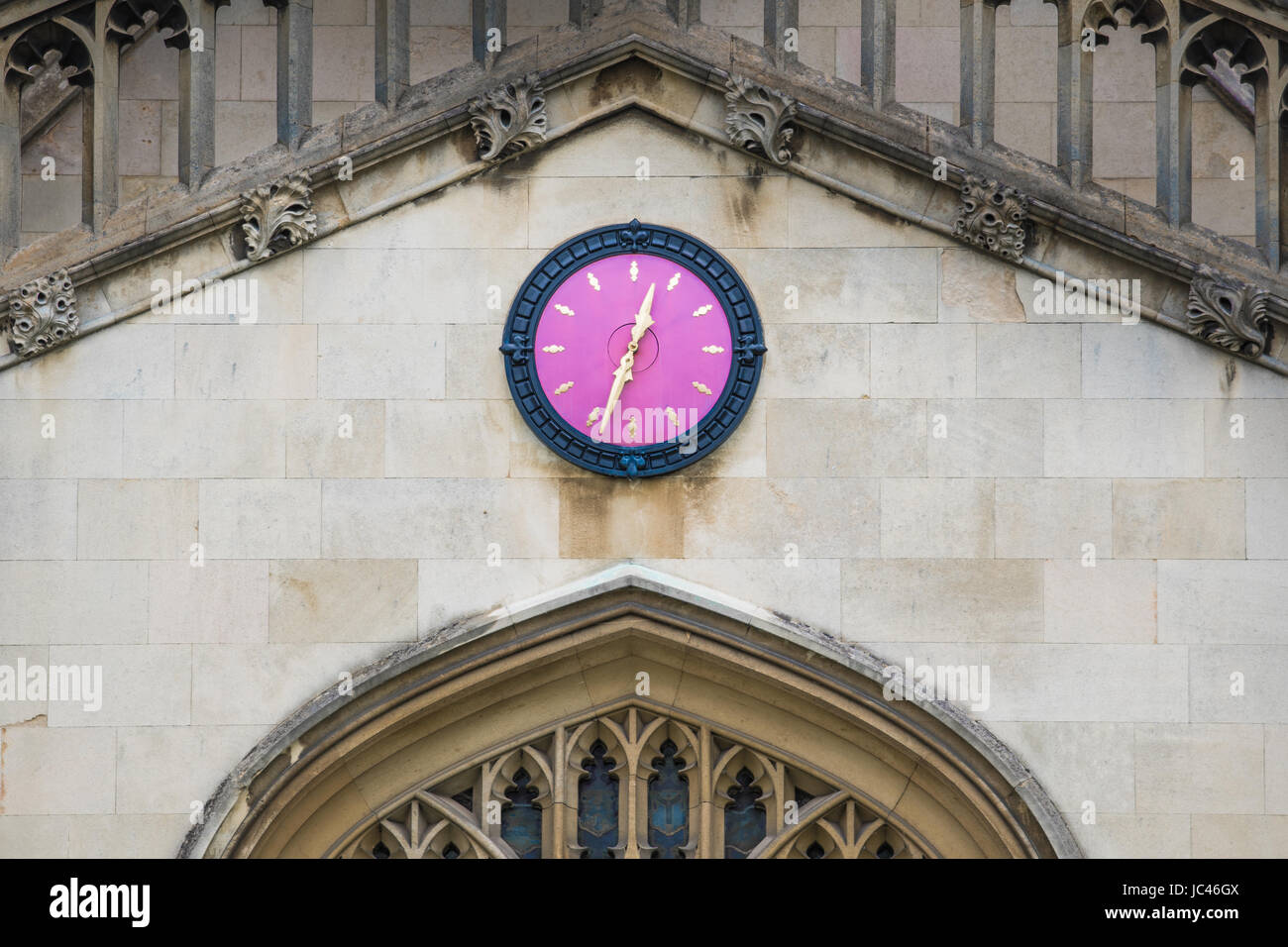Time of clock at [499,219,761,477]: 12:33
